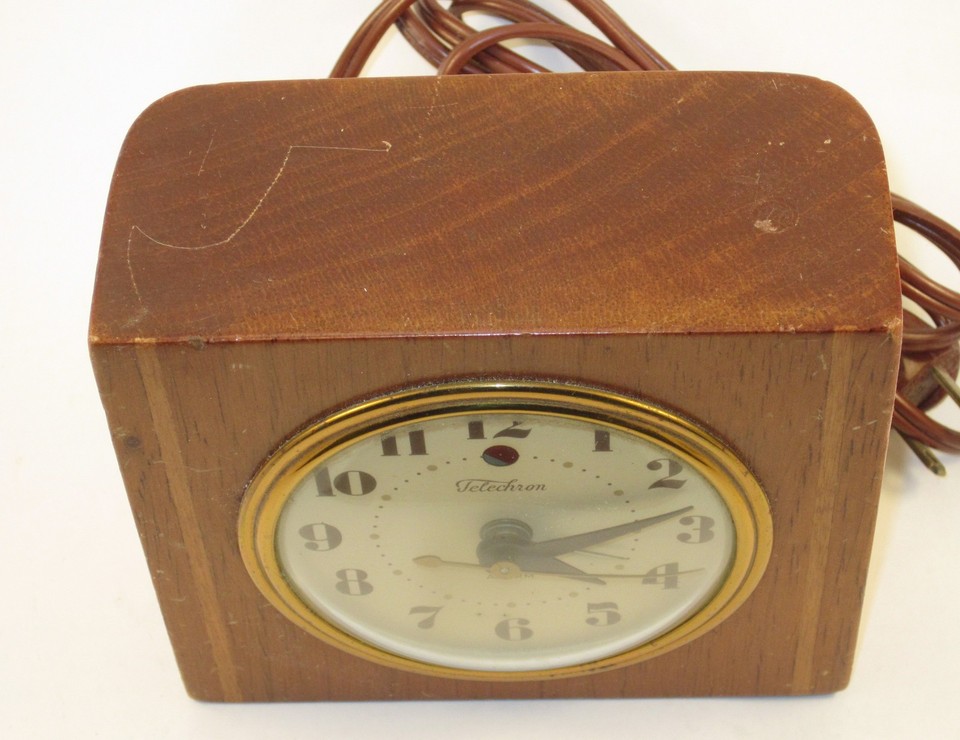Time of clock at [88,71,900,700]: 4:12
